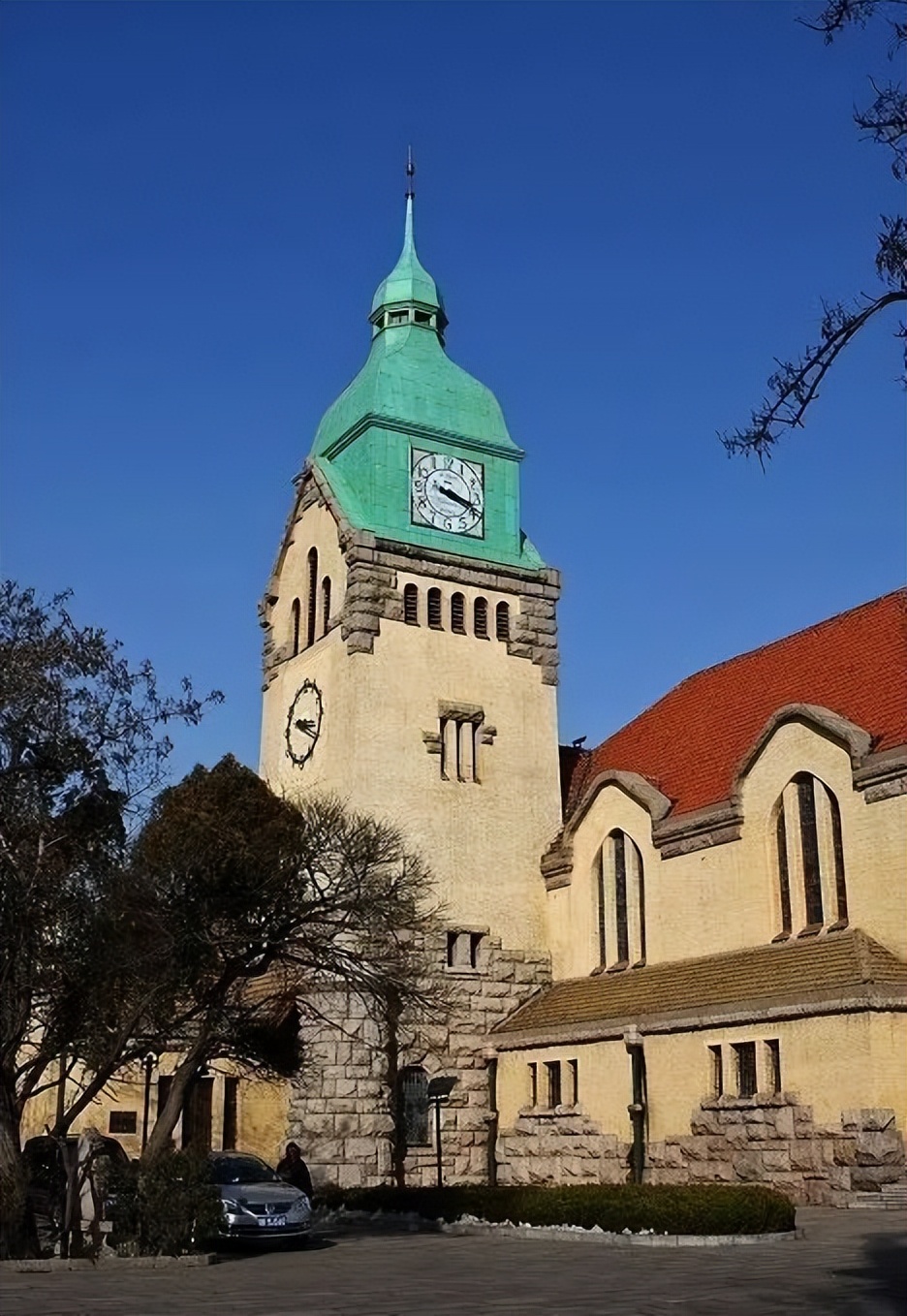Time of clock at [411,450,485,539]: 3:18
